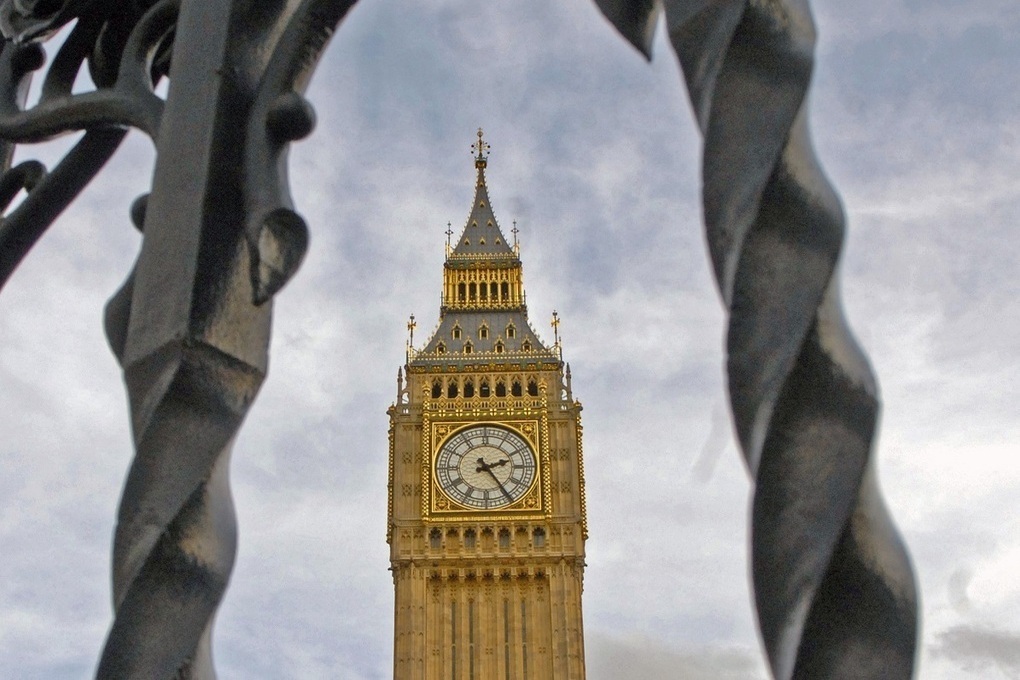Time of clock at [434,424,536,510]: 2:24
